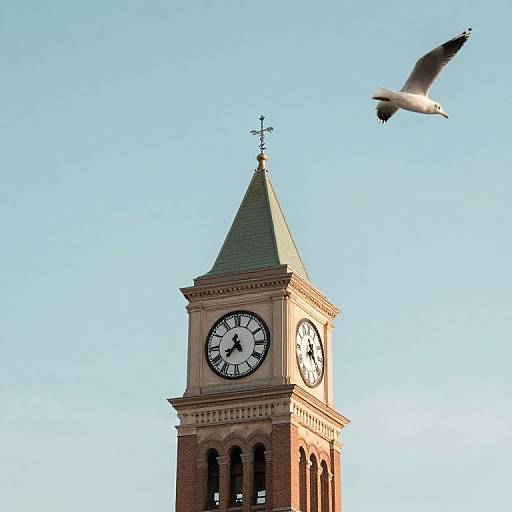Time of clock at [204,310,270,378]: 11:37
